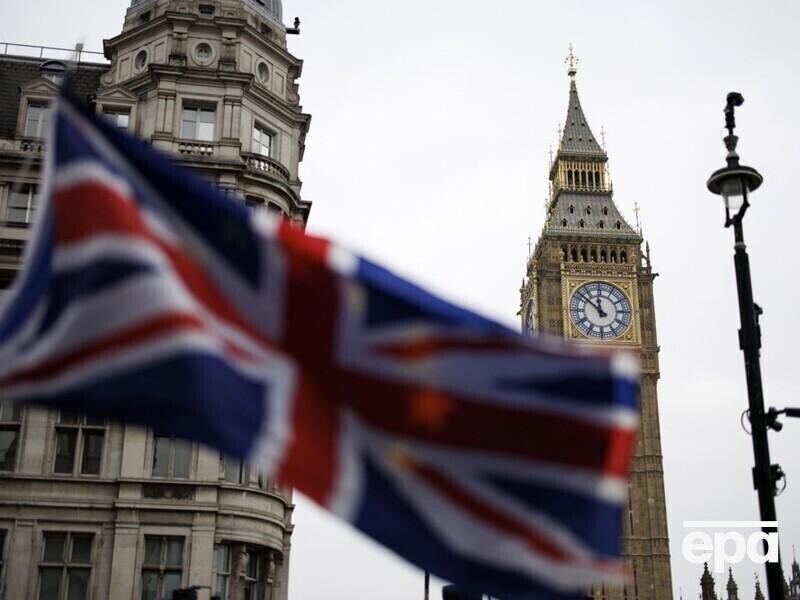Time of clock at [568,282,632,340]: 11:51
